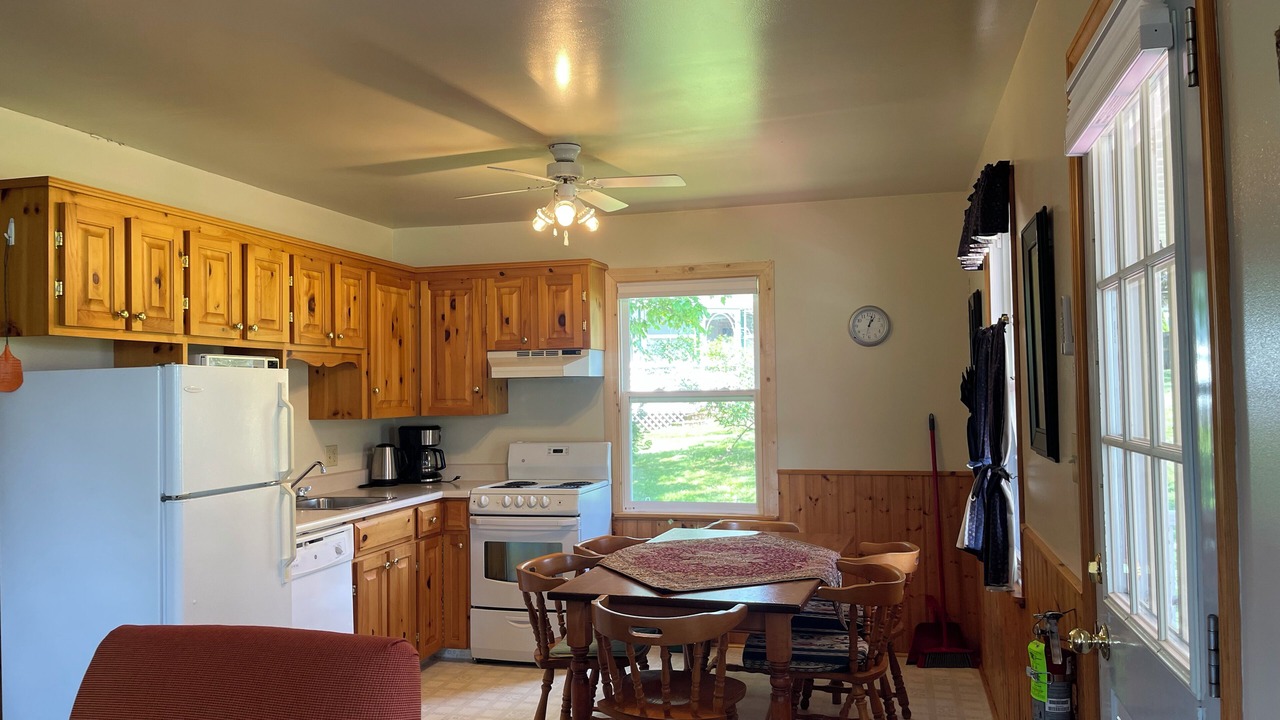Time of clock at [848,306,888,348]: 1:02
